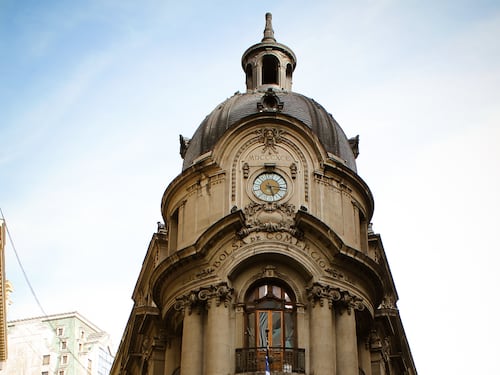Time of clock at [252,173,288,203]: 5:15
